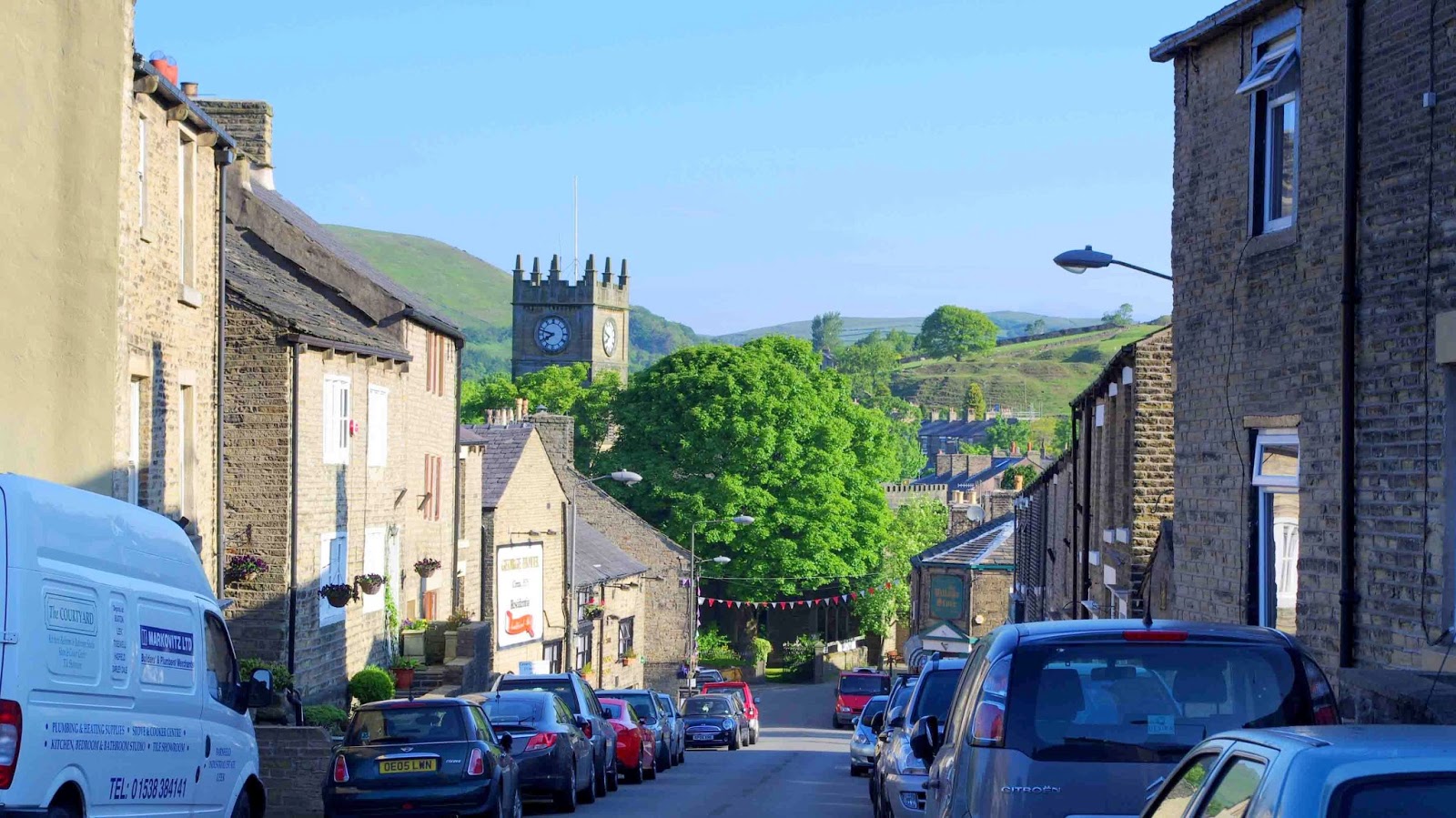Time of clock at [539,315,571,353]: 7:47
